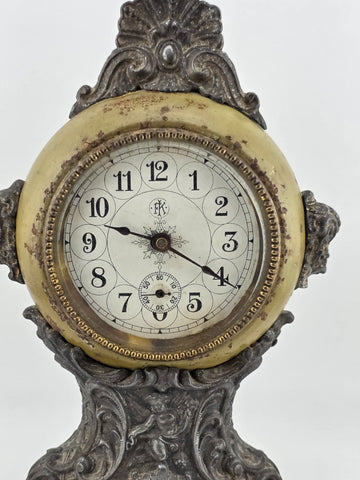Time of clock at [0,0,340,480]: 9:20
